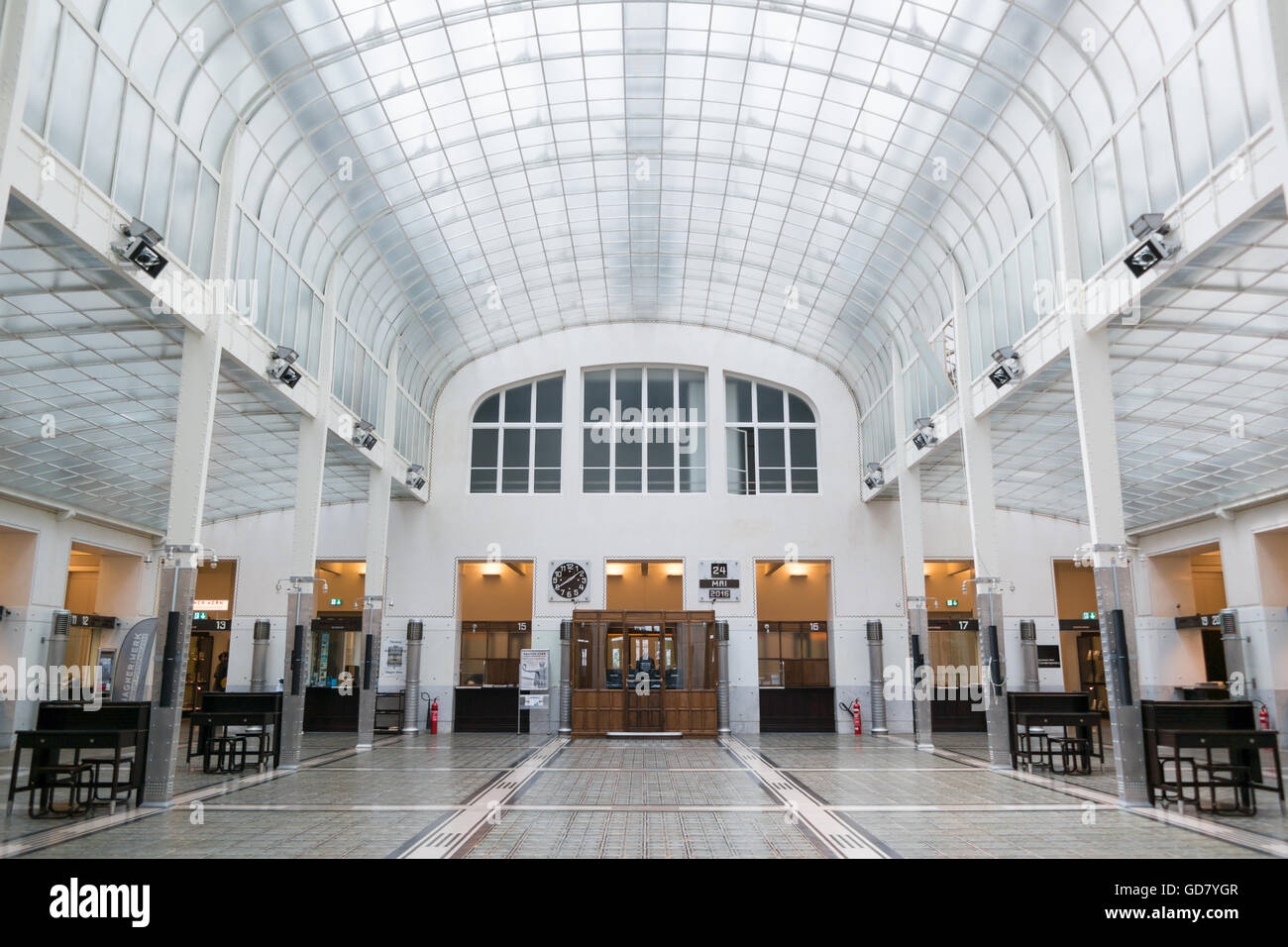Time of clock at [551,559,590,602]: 1:39
